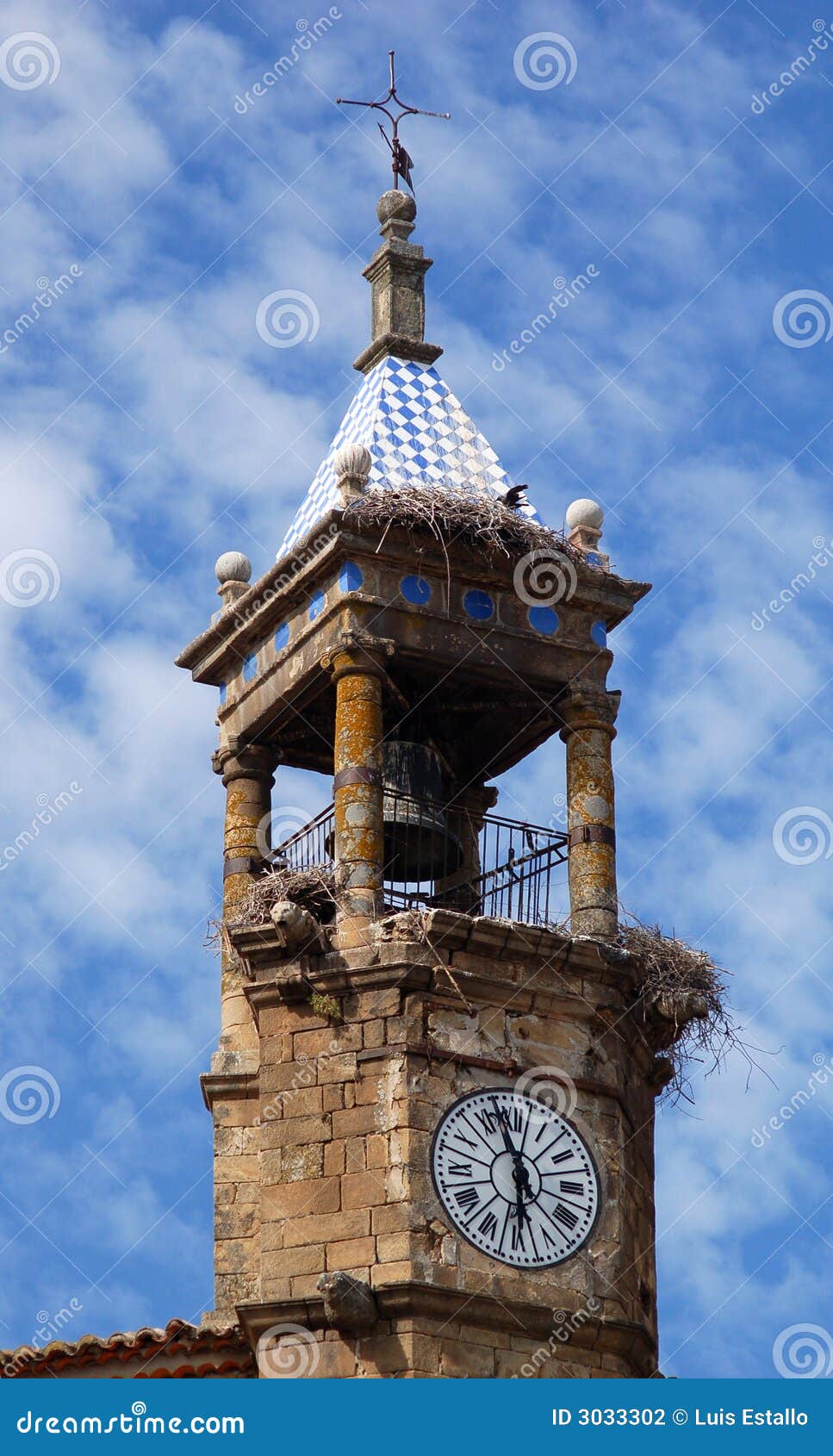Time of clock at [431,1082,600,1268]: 5:57
